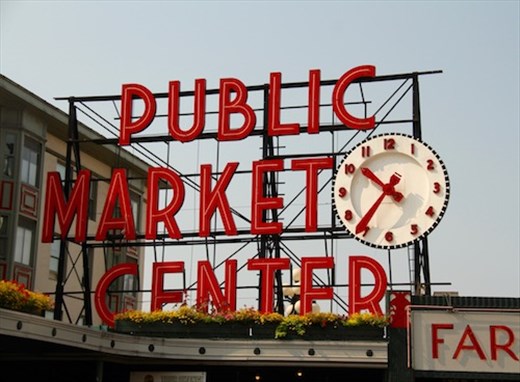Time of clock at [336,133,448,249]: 10:36
